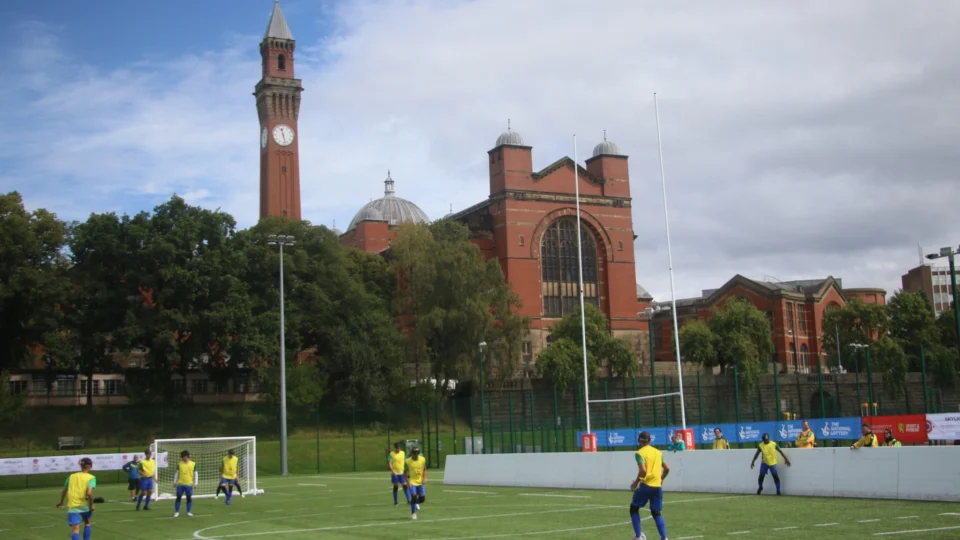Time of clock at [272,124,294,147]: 11:27
